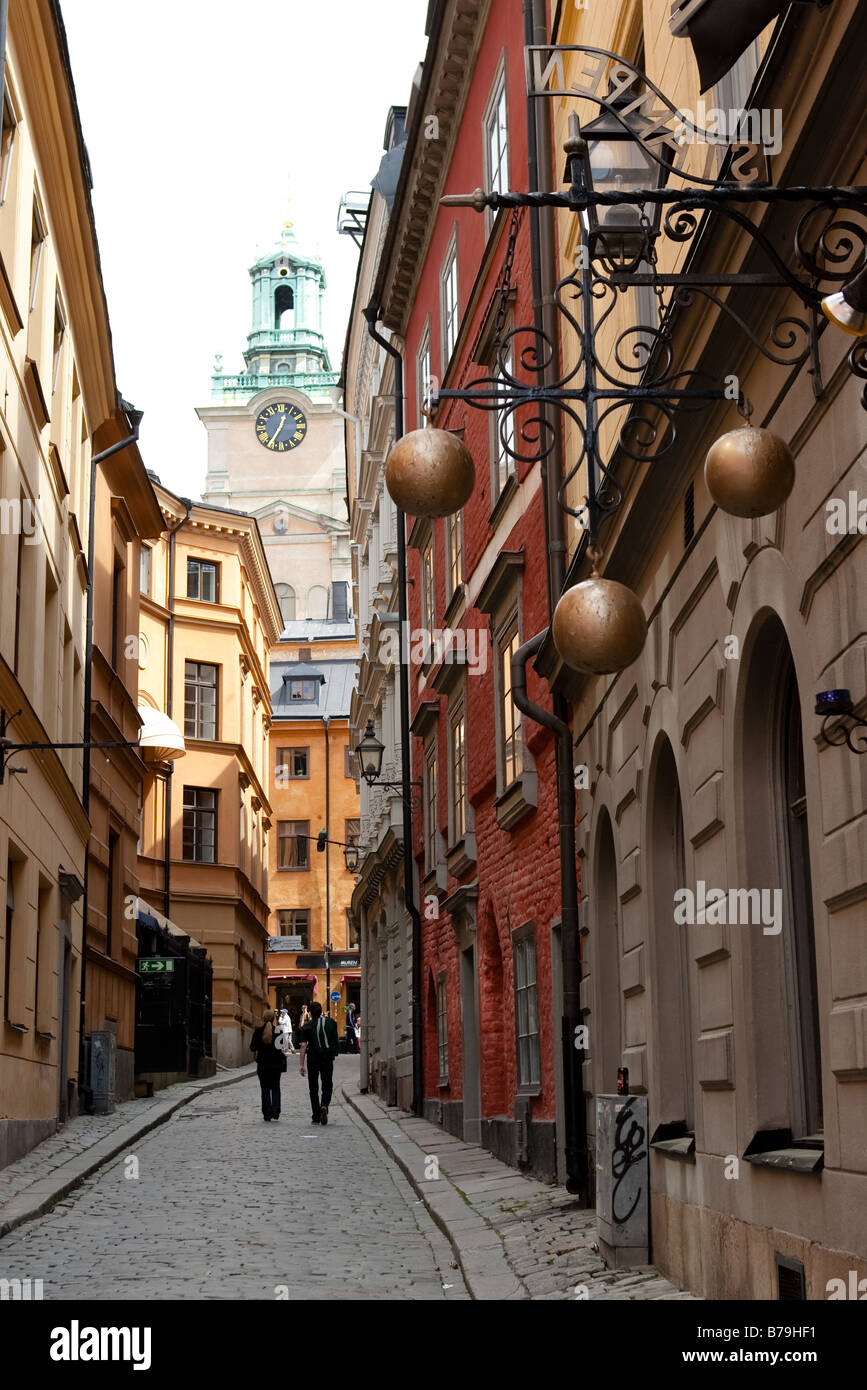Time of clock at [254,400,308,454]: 12:34
